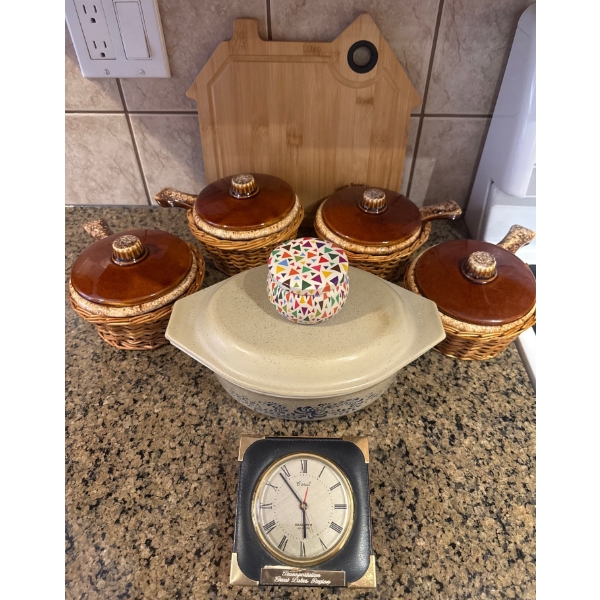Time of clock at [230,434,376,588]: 5:53
